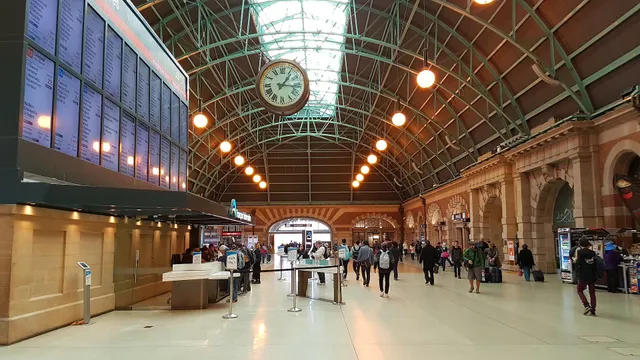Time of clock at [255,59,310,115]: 1:16
